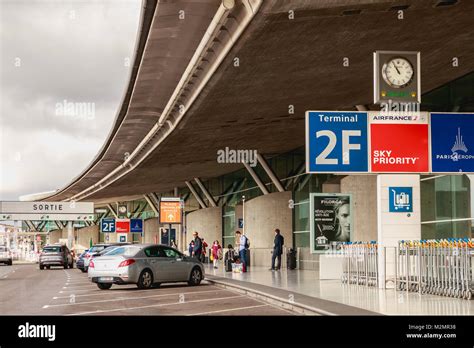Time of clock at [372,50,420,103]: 10:55
